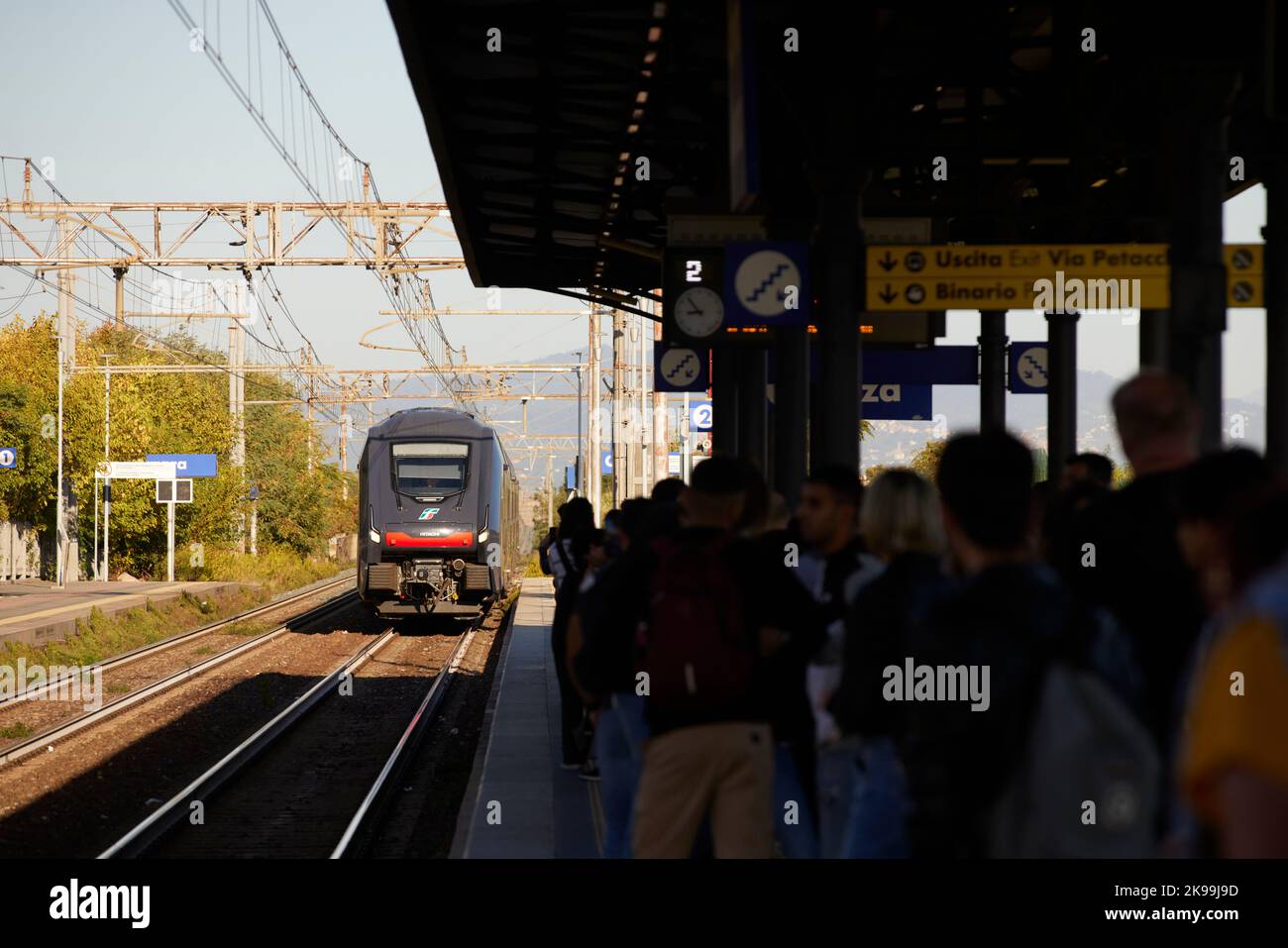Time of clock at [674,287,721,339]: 8:53
